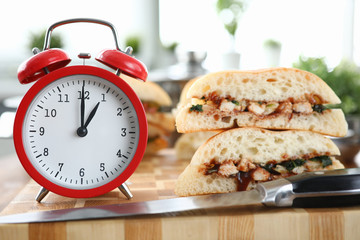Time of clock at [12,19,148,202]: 1:00
